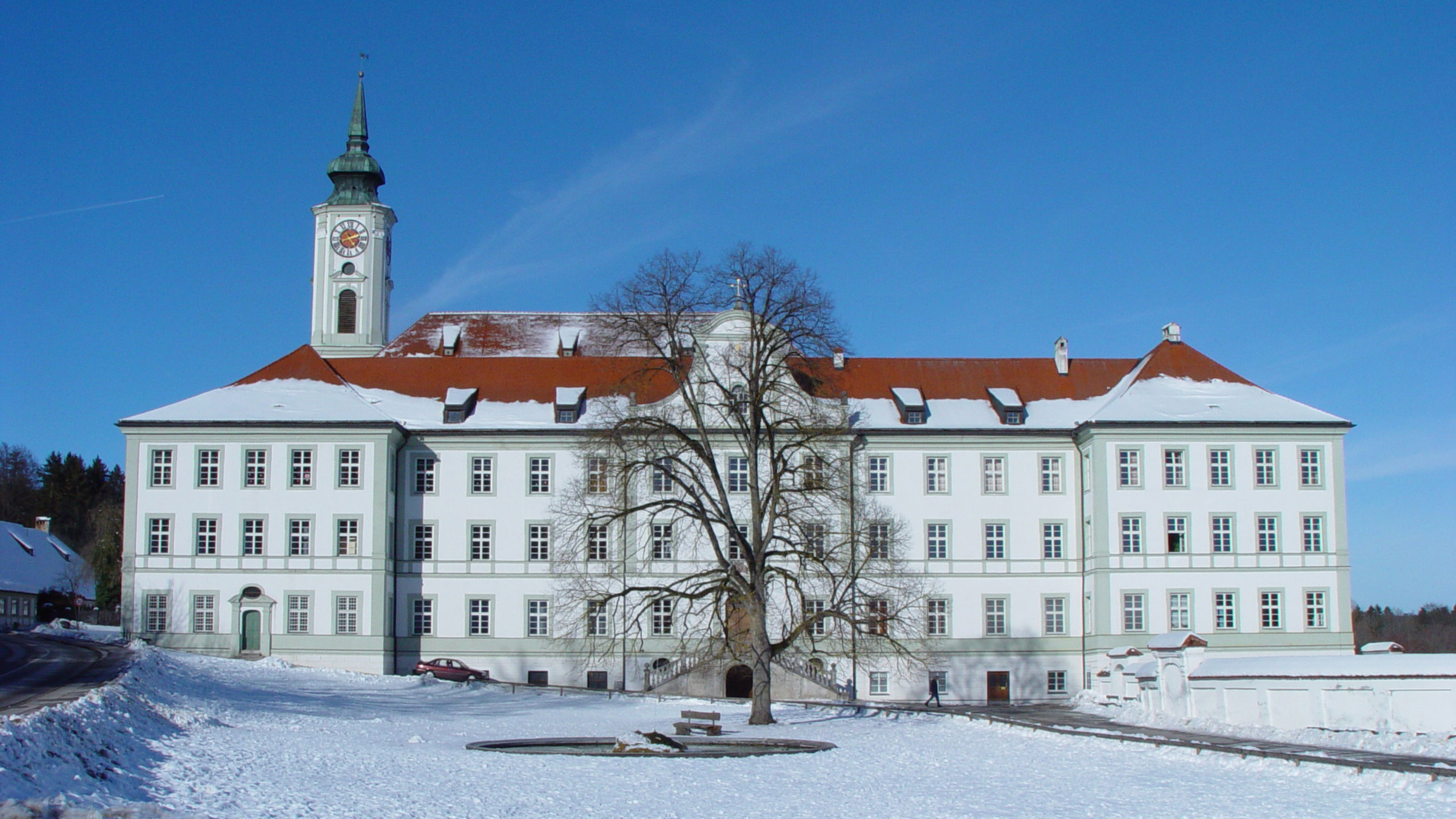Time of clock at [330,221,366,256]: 2:24
